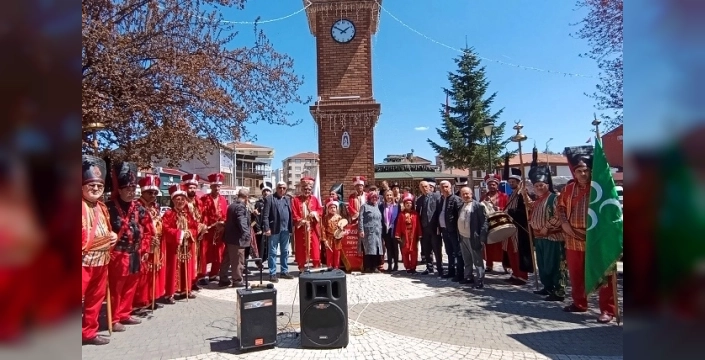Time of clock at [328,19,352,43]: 1:50
